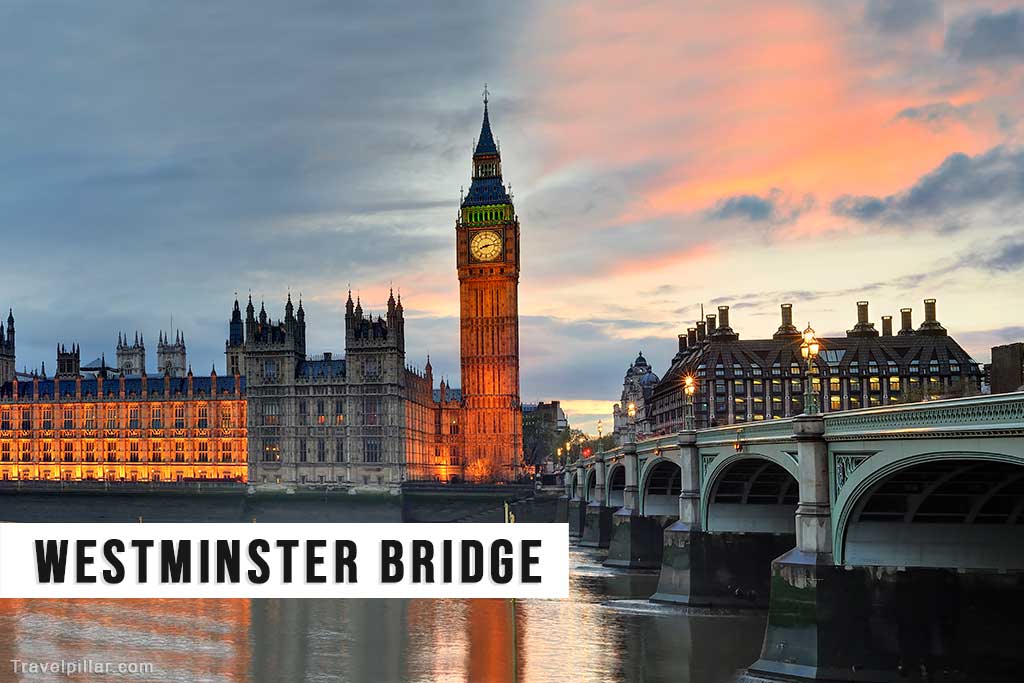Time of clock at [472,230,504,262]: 8:13
